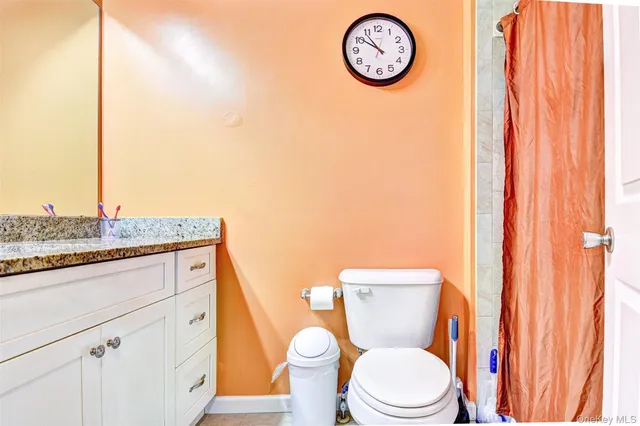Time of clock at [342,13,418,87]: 10:50
